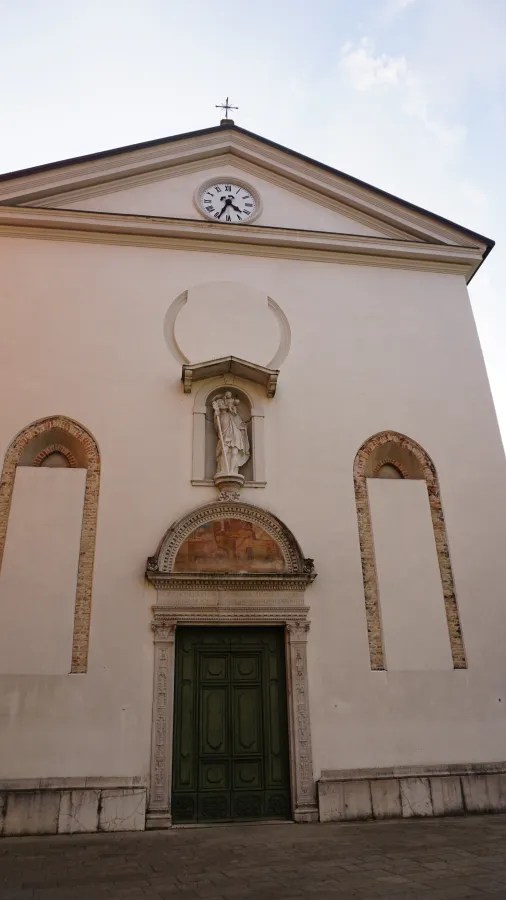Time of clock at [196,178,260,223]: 4:34
